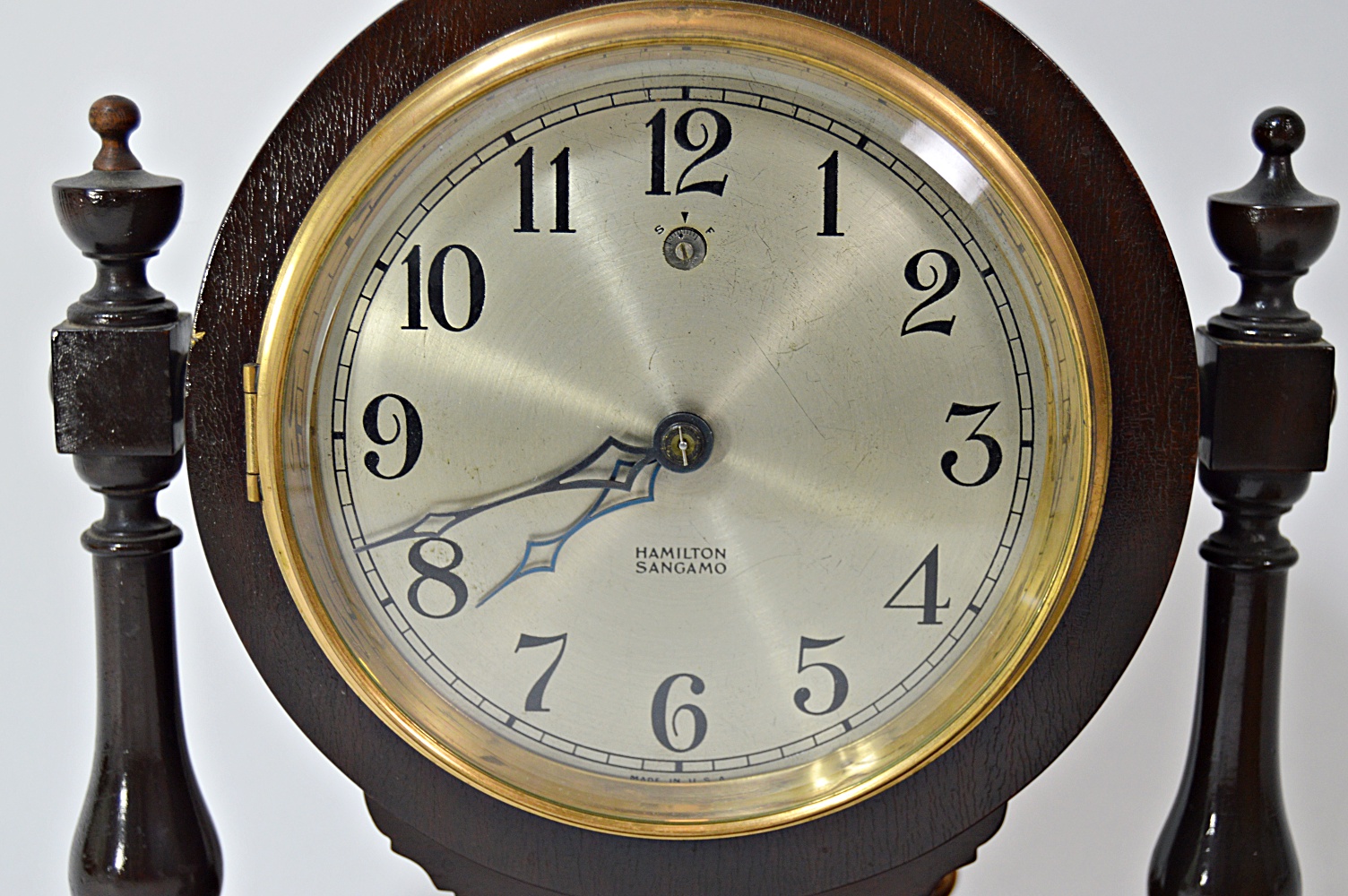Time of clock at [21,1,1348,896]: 7:41
